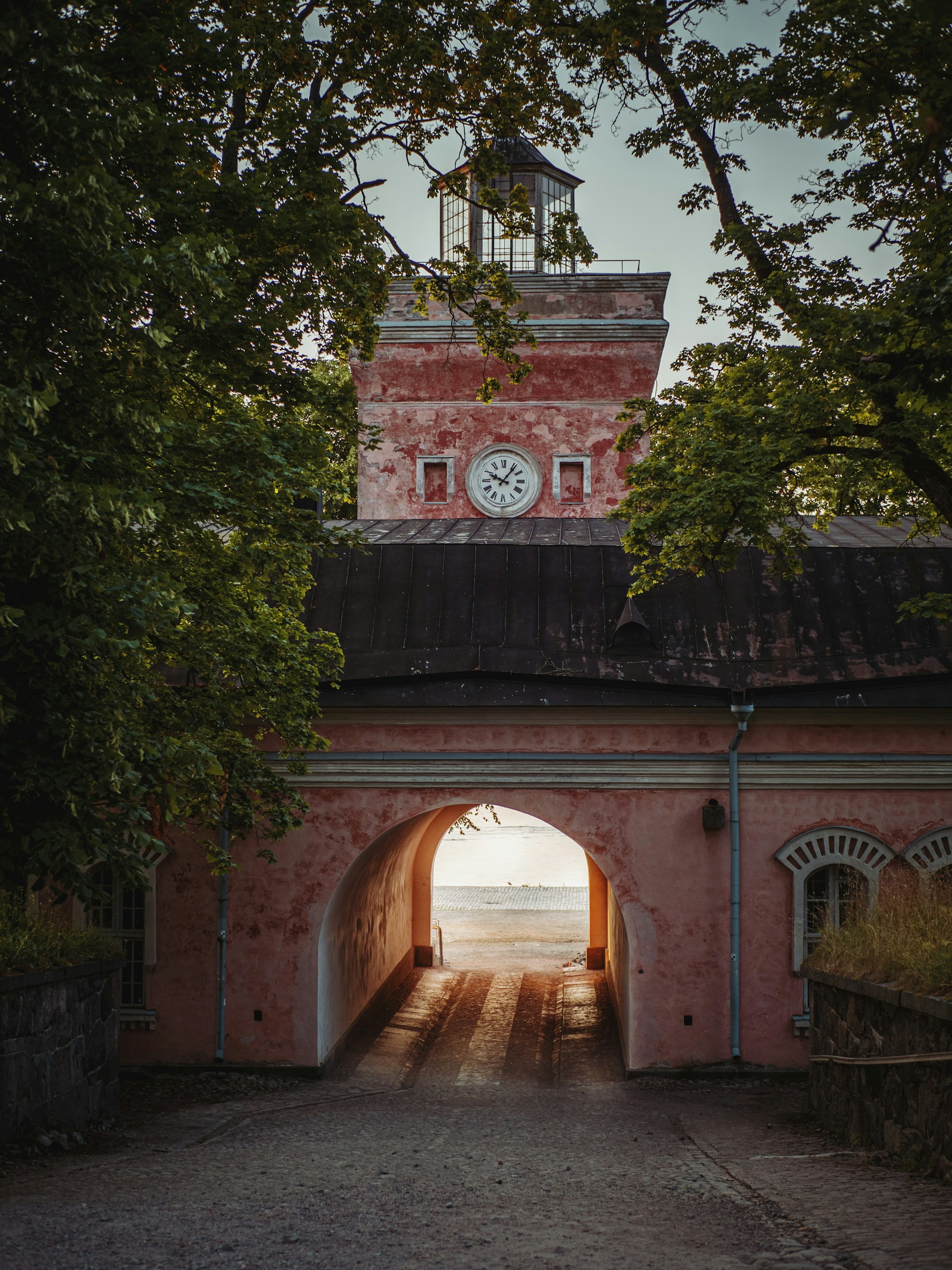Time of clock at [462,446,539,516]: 10:06
